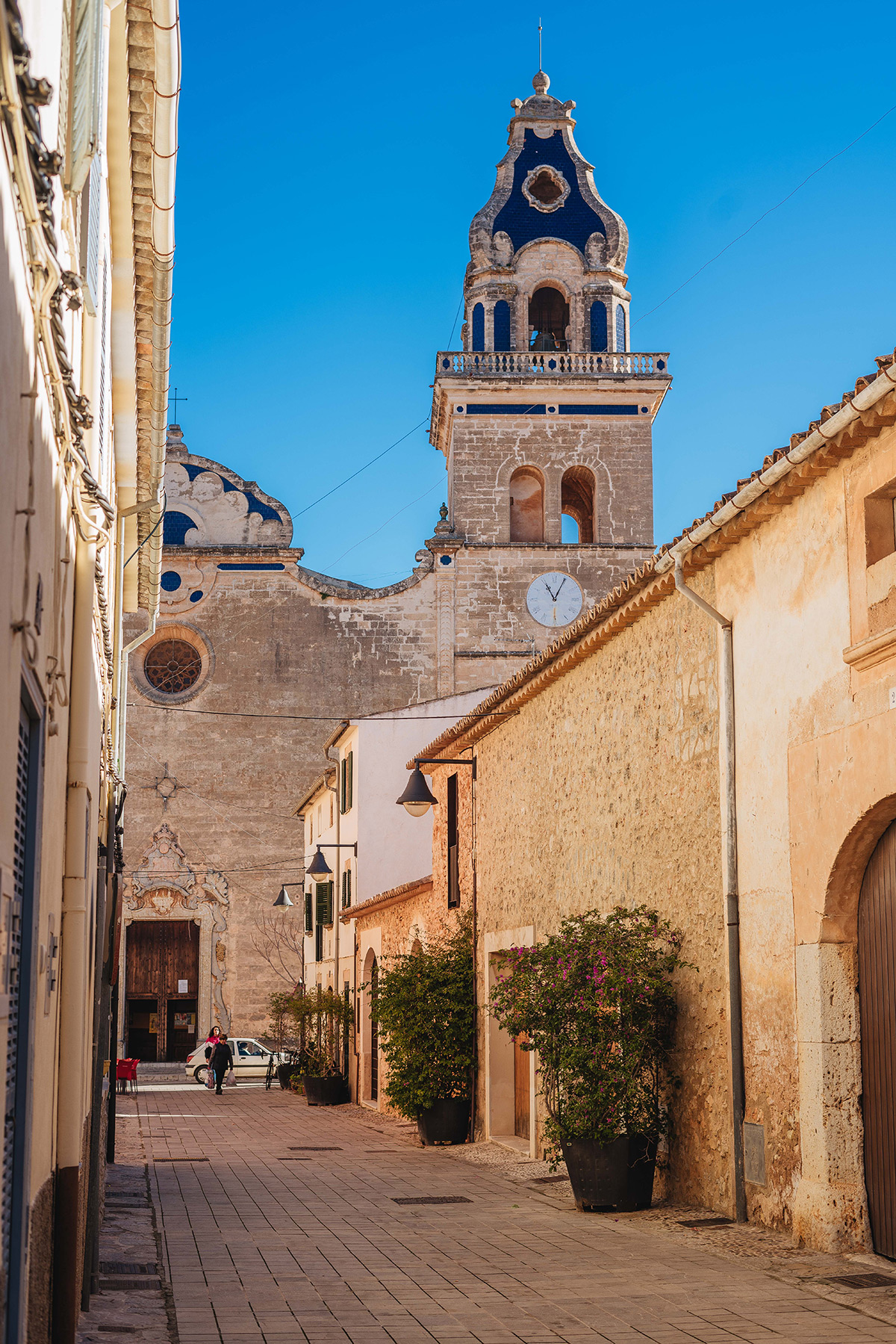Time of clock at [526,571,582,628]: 11:04
